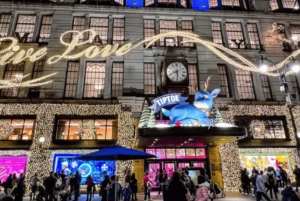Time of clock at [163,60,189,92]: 8:29
